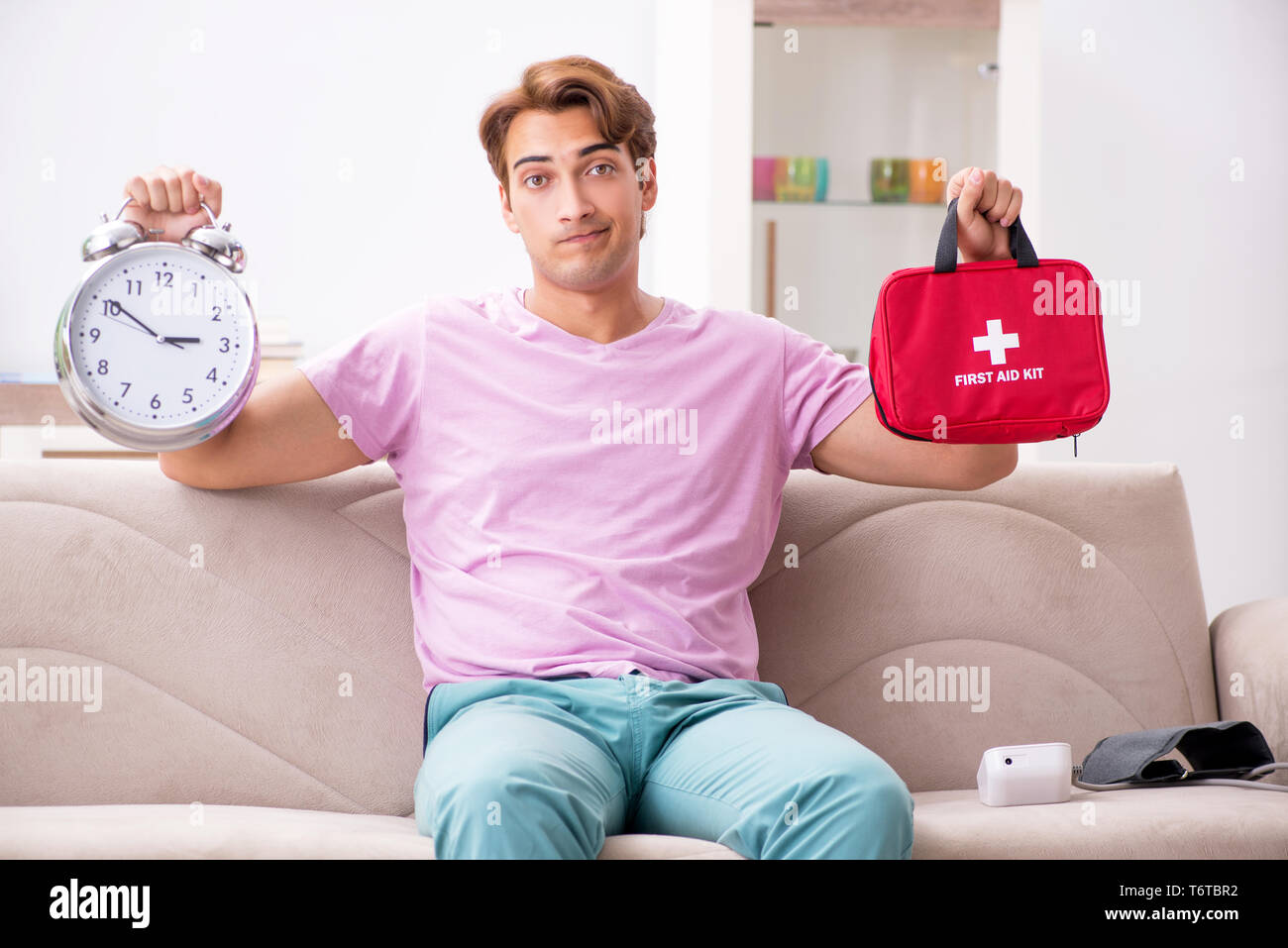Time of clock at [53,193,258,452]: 2:50
